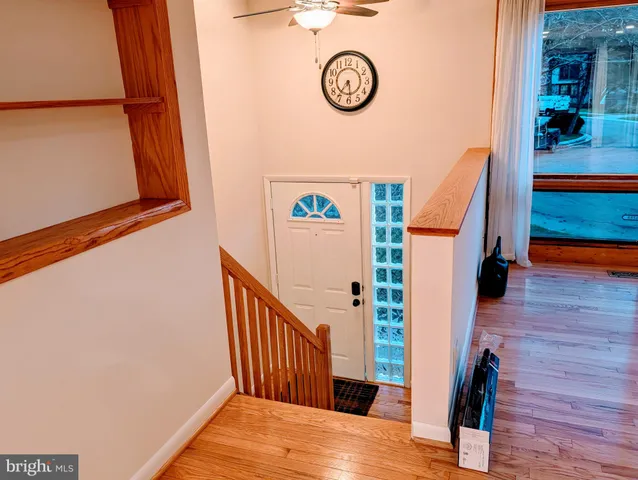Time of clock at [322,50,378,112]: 5:36
